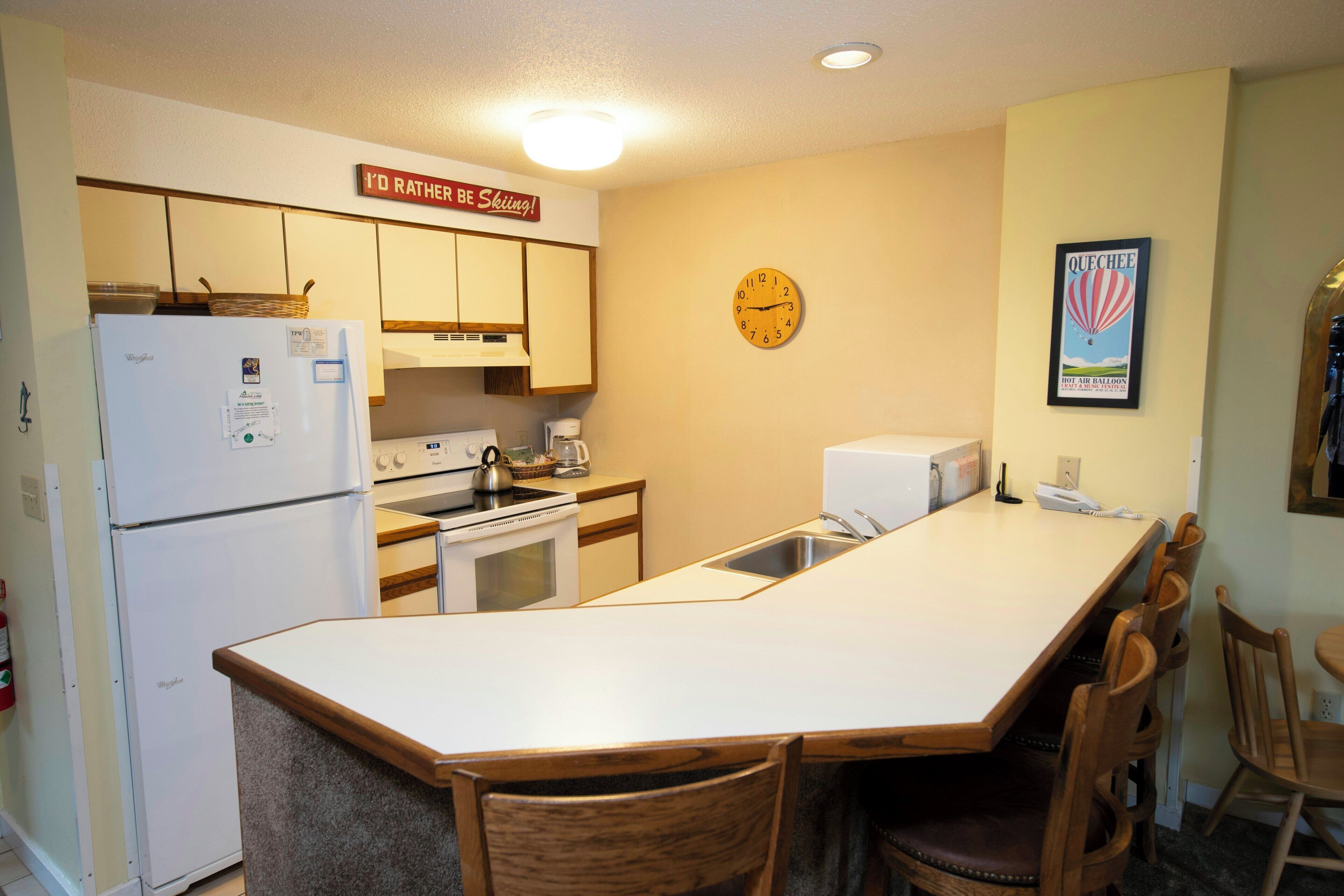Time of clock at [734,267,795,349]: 9:13
